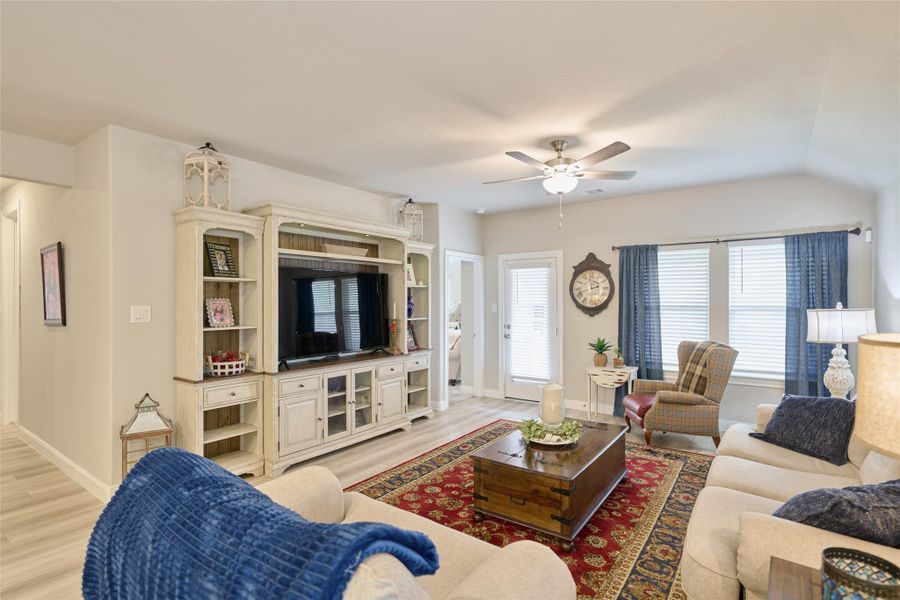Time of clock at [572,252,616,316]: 11:42
